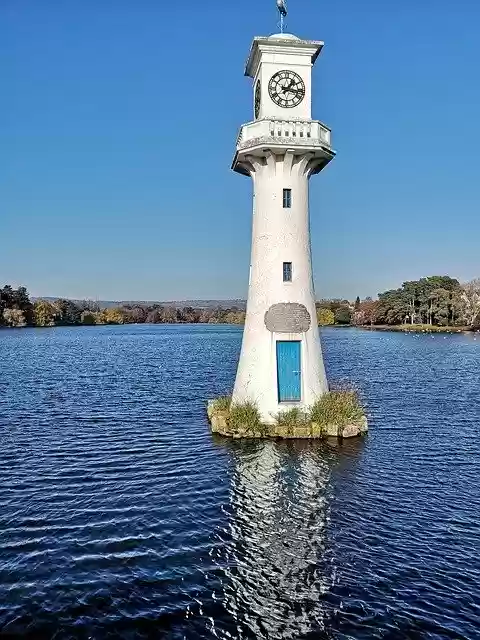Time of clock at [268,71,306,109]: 1:16
